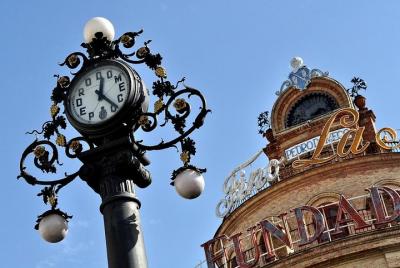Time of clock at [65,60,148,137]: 12:23
